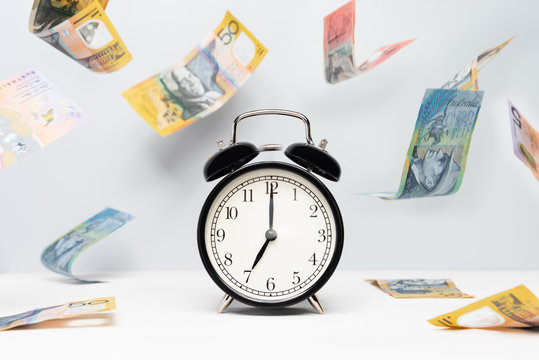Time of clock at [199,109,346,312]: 7:00
